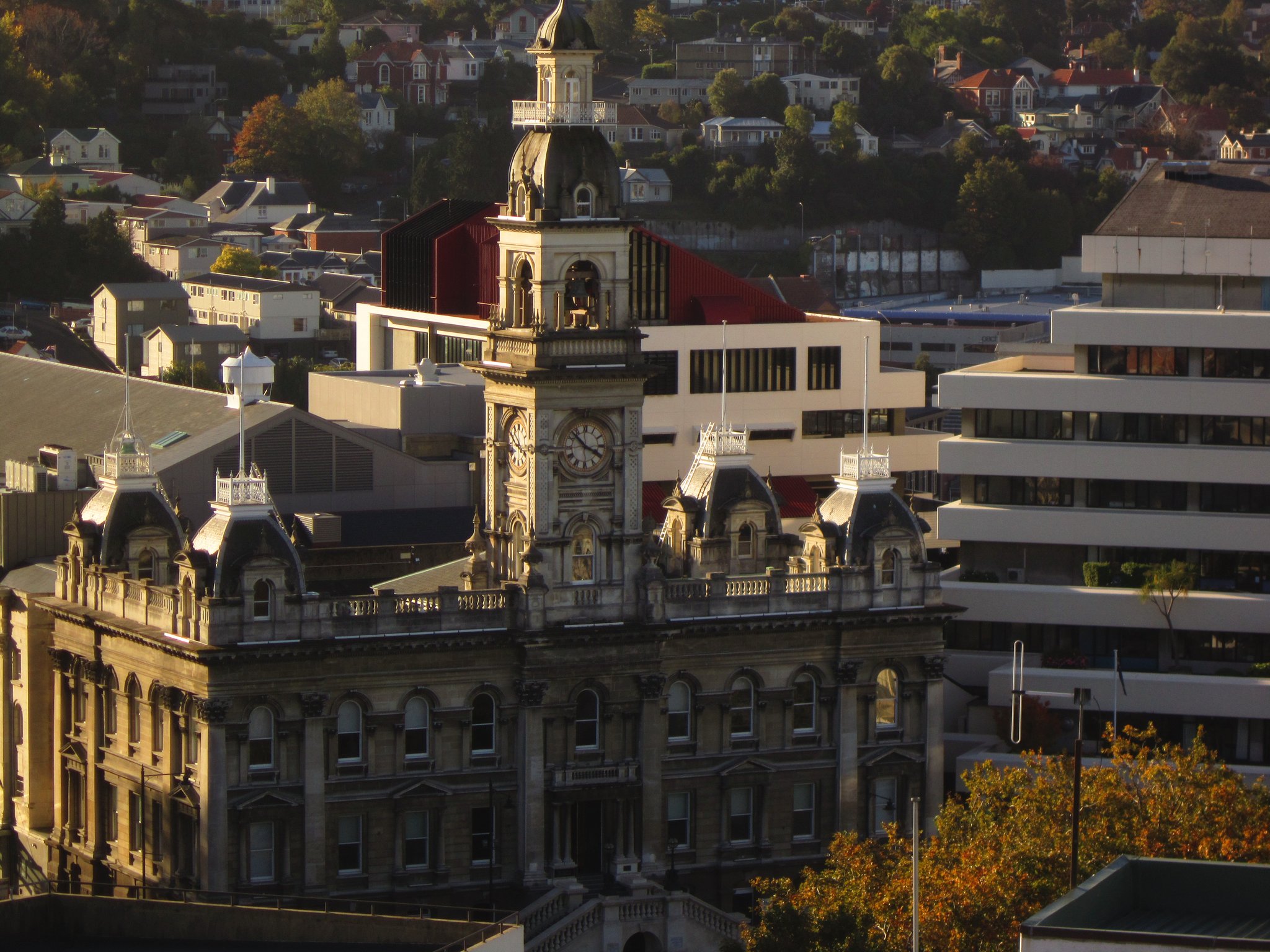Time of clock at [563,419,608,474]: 3:52
